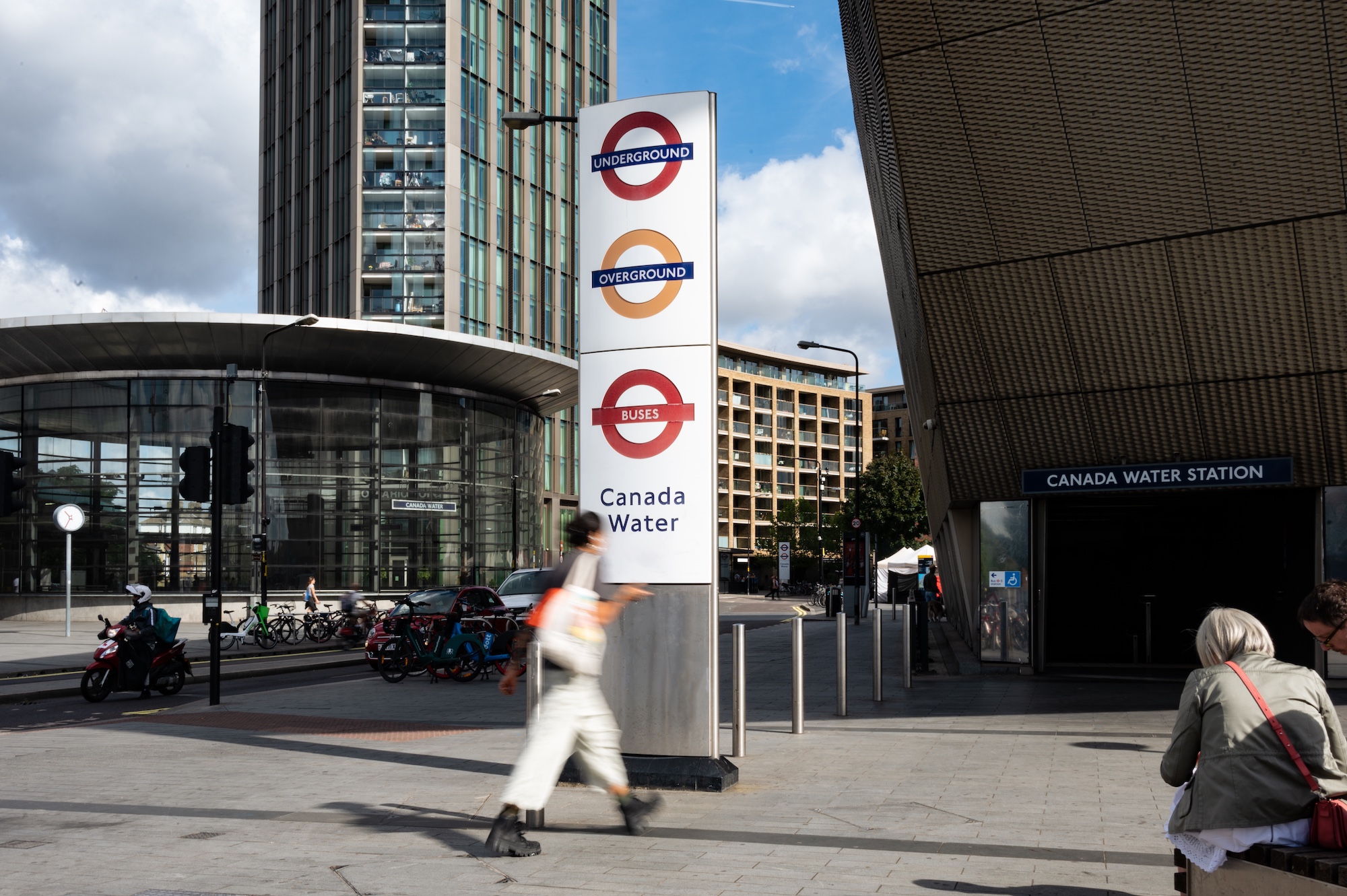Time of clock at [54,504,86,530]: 10:34
